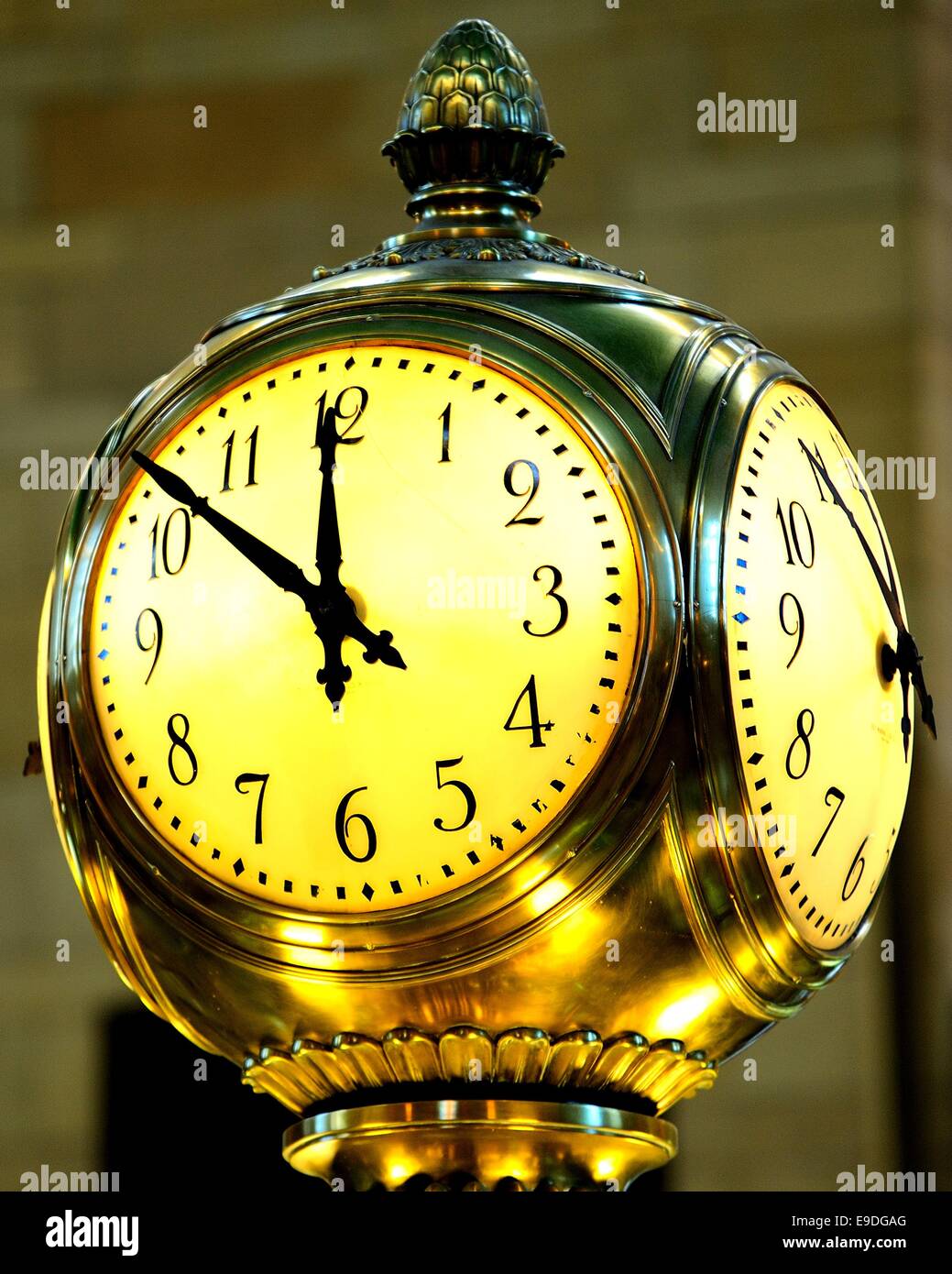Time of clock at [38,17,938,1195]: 11:51
